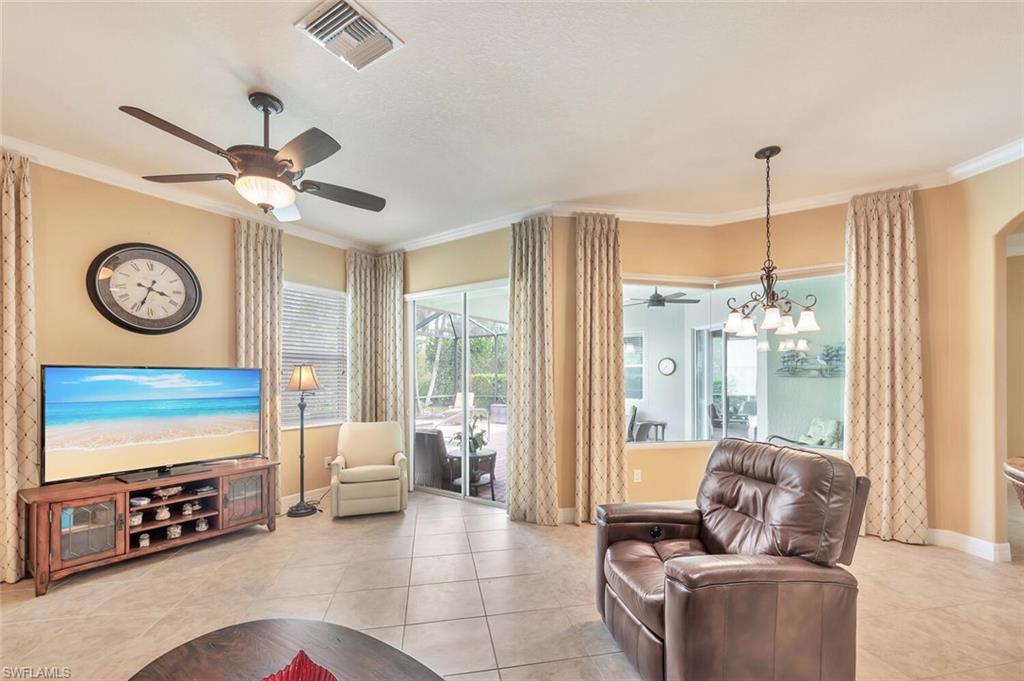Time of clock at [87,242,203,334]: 3:33
